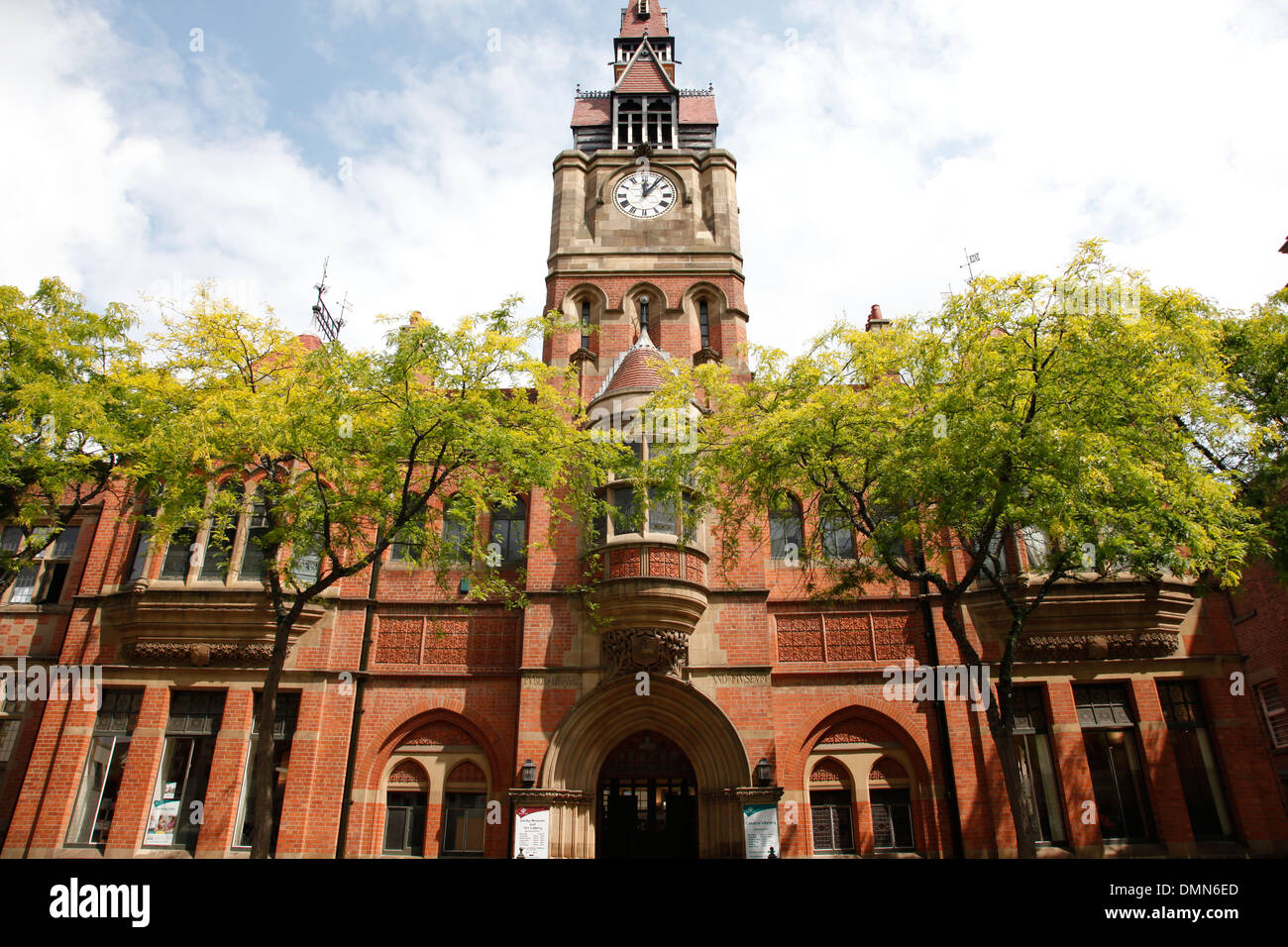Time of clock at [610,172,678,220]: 12:06
